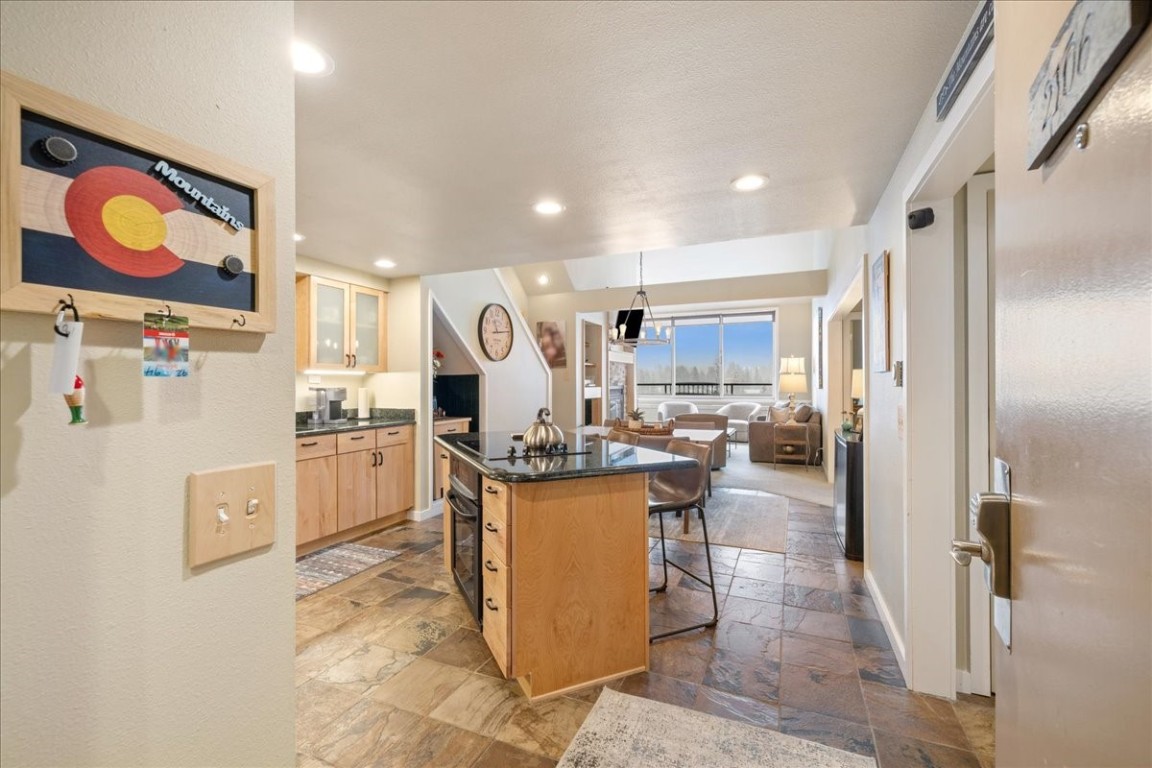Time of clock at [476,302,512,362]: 11:13
